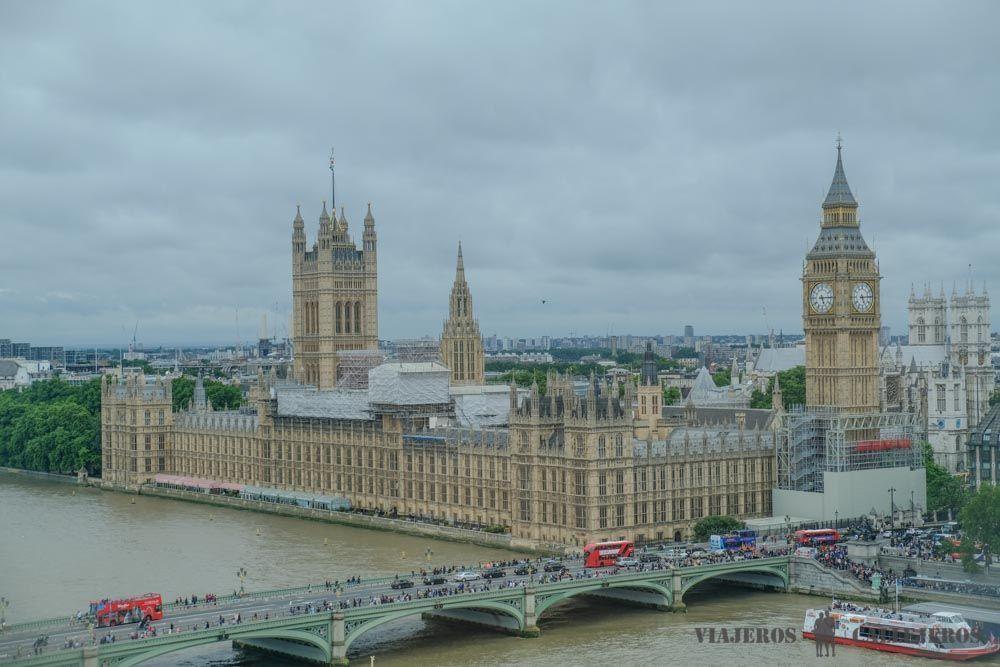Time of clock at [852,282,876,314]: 5:14
